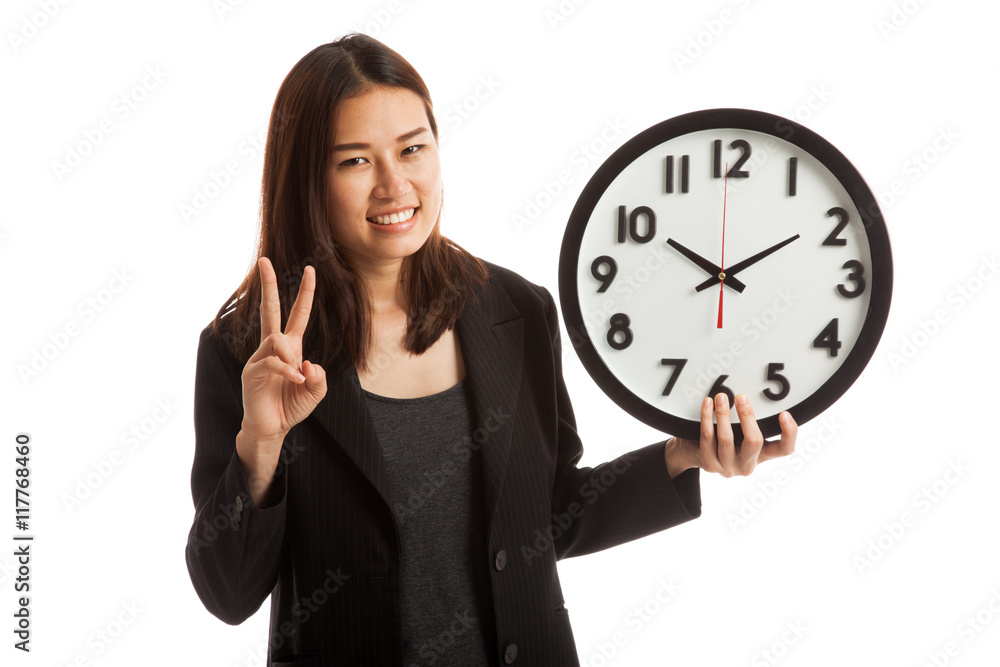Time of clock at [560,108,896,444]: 1:50
